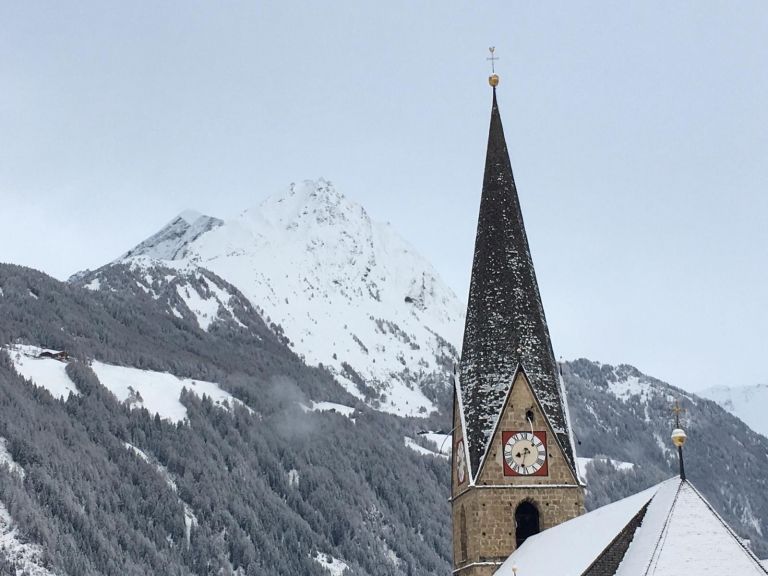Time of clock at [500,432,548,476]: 8:32
